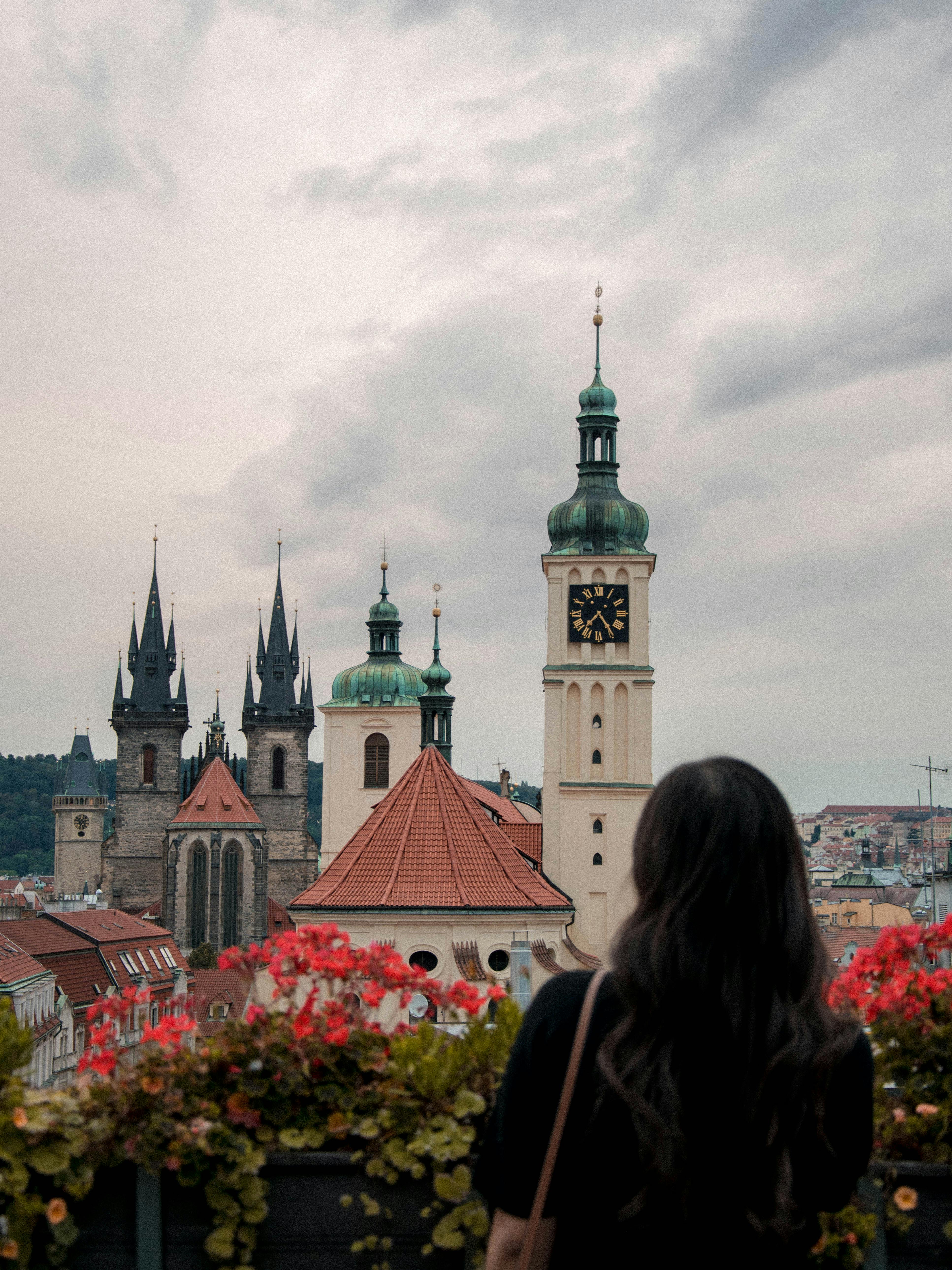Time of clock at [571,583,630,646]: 7:24
